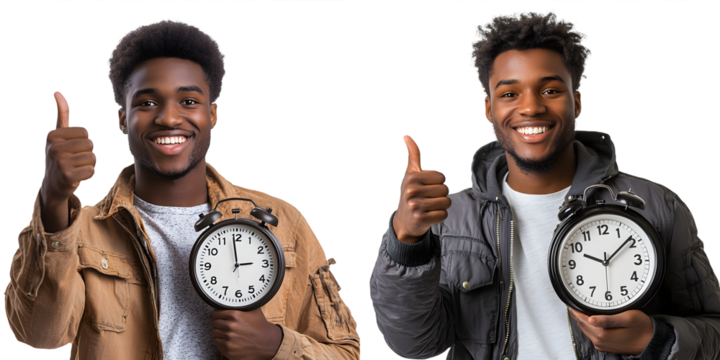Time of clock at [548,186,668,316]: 10:08
